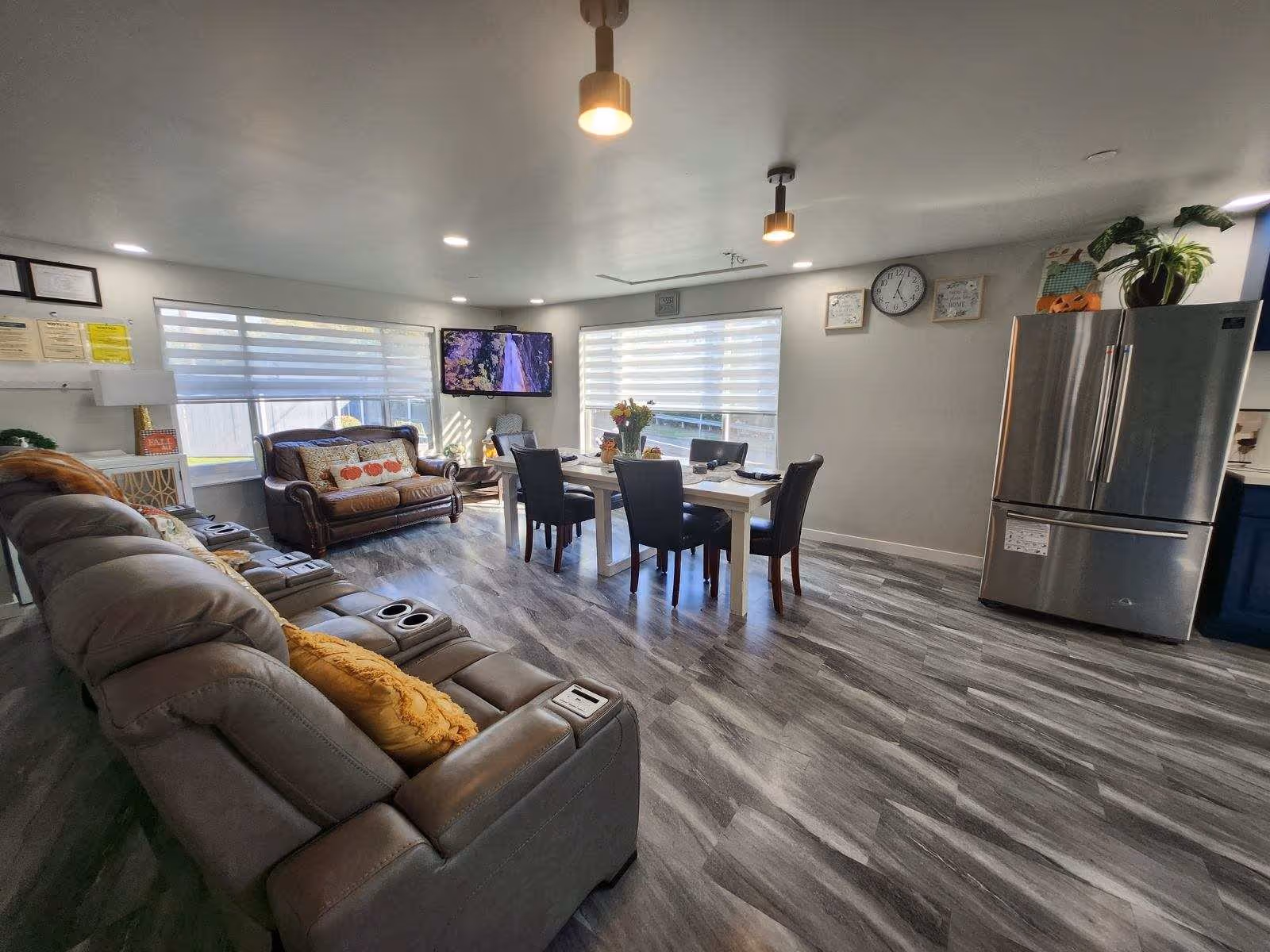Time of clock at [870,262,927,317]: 5:02
